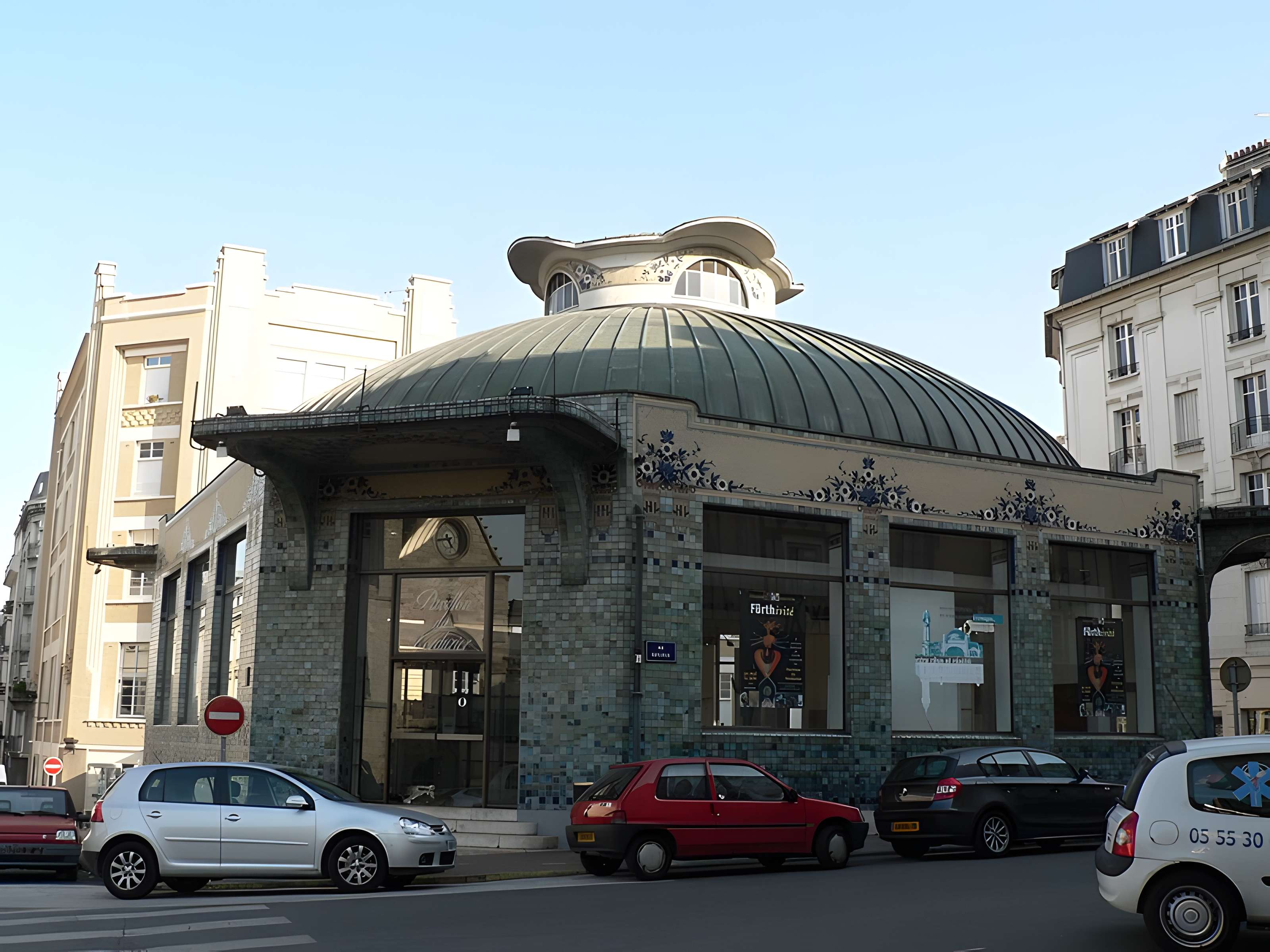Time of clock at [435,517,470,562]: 4:42
